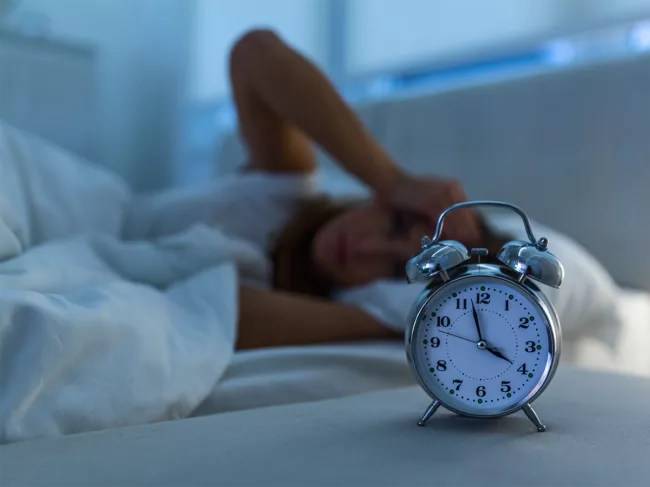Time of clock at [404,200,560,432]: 3:57
